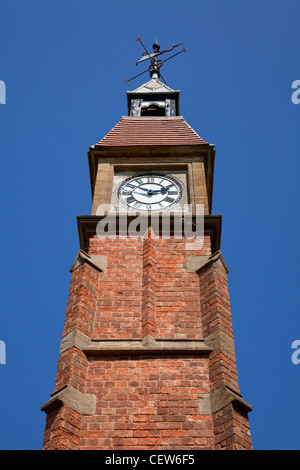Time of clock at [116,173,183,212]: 2:50
